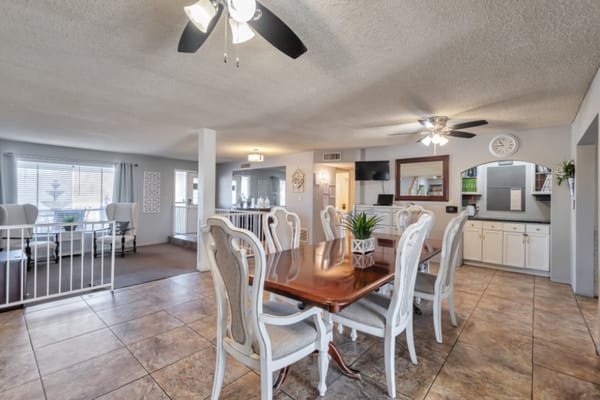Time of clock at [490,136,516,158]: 10:43
